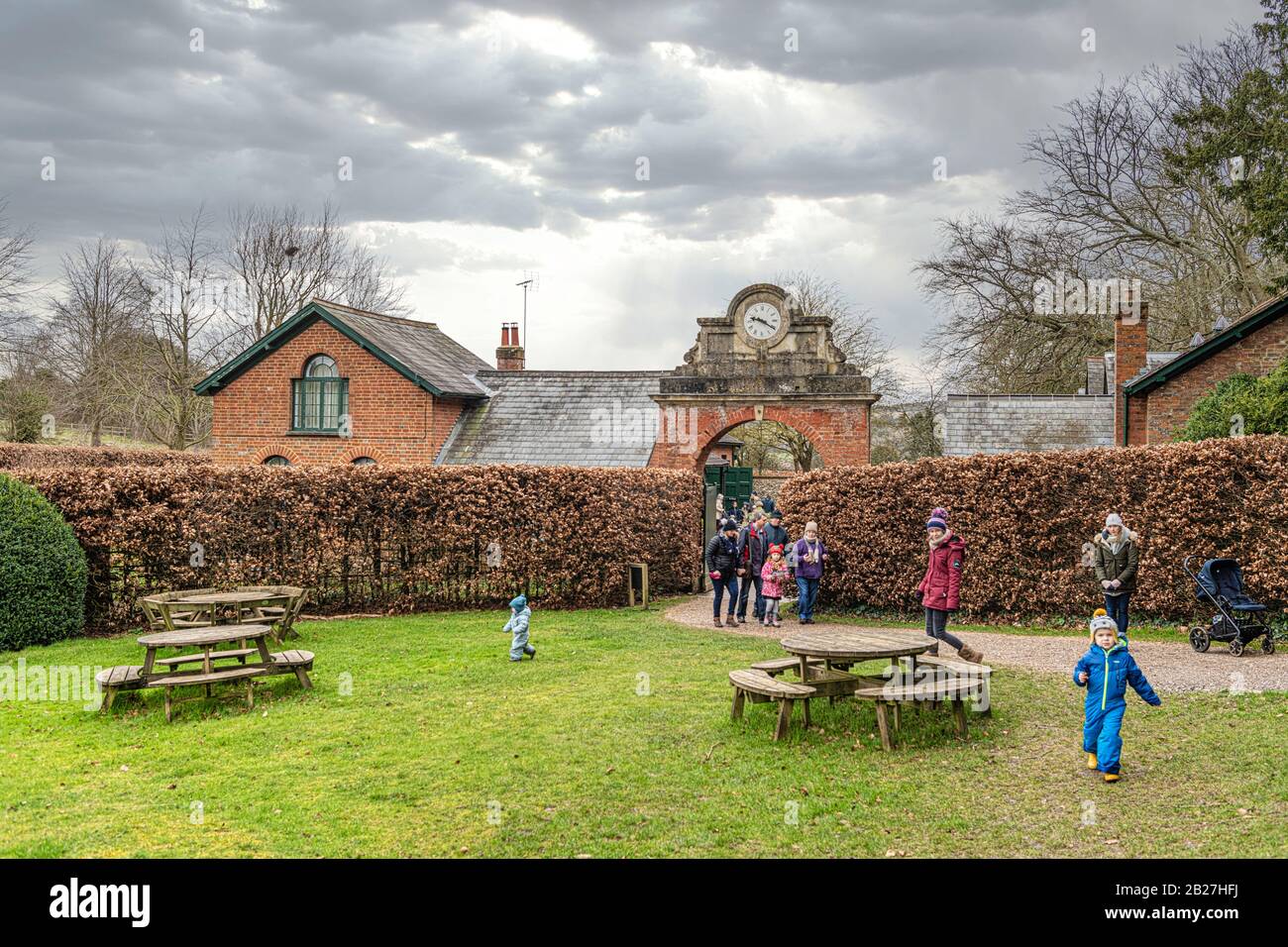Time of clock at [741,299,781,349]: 9:20
